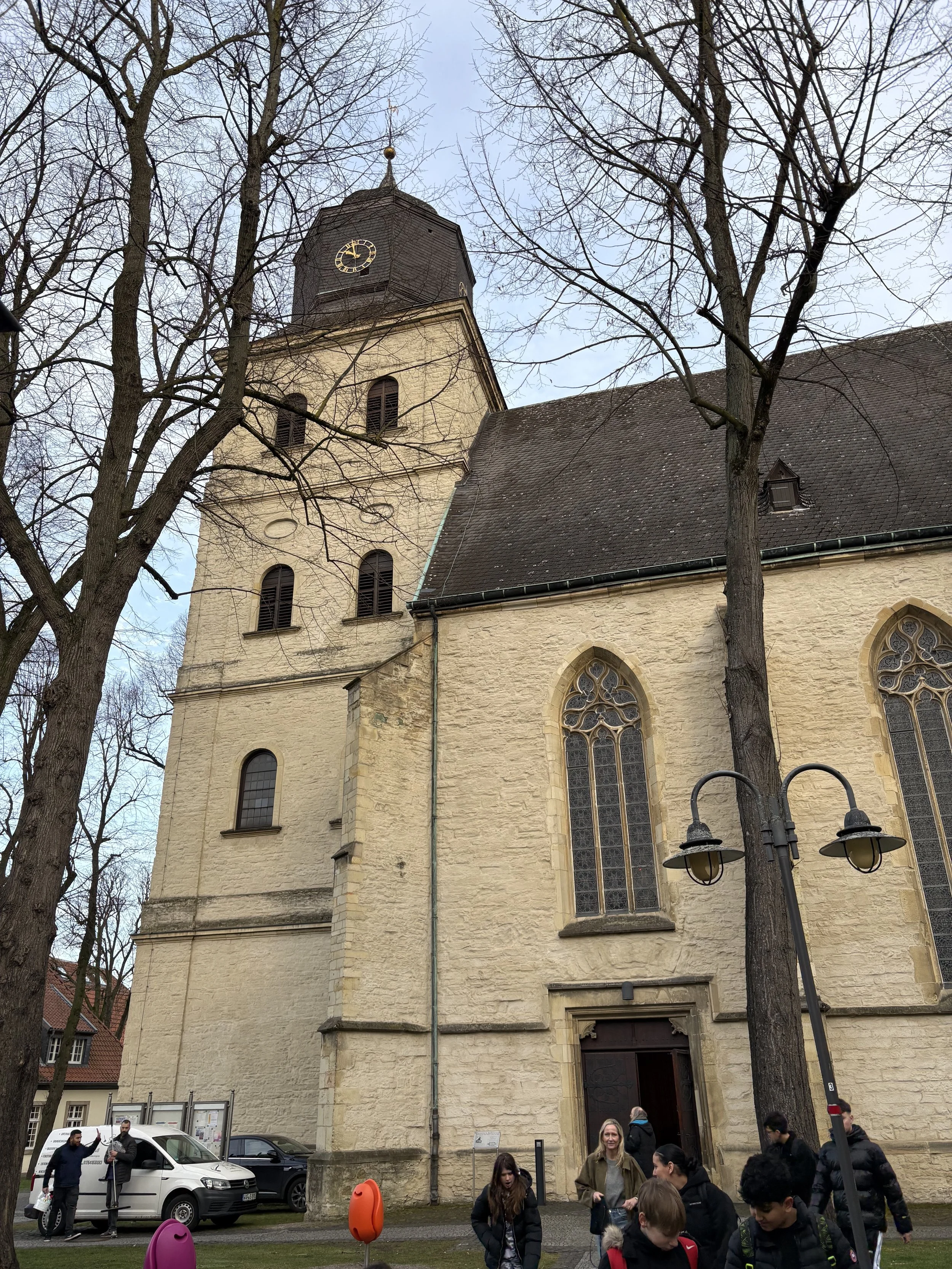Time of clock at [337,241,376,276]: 9:57
